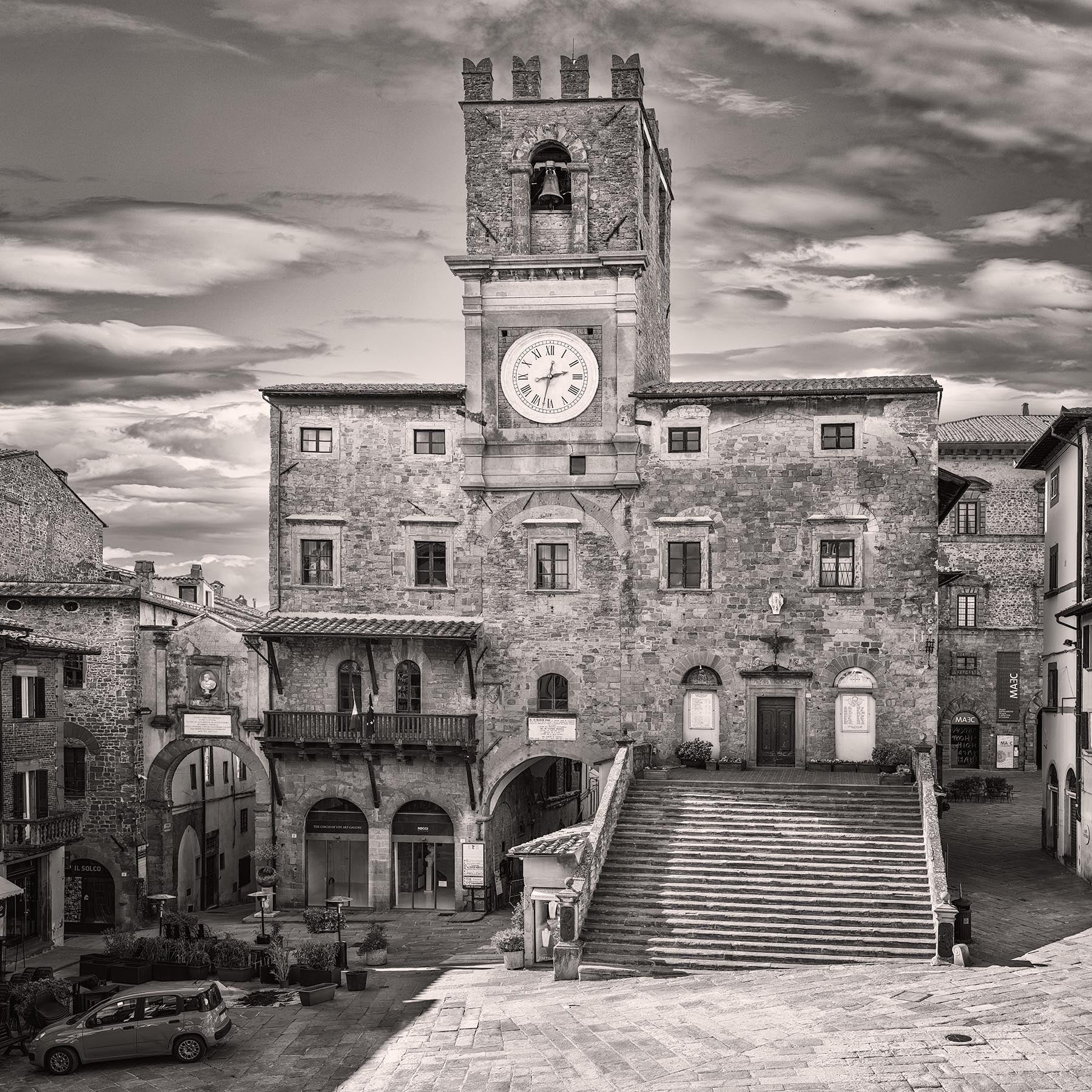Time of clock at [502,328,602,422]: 2:32
